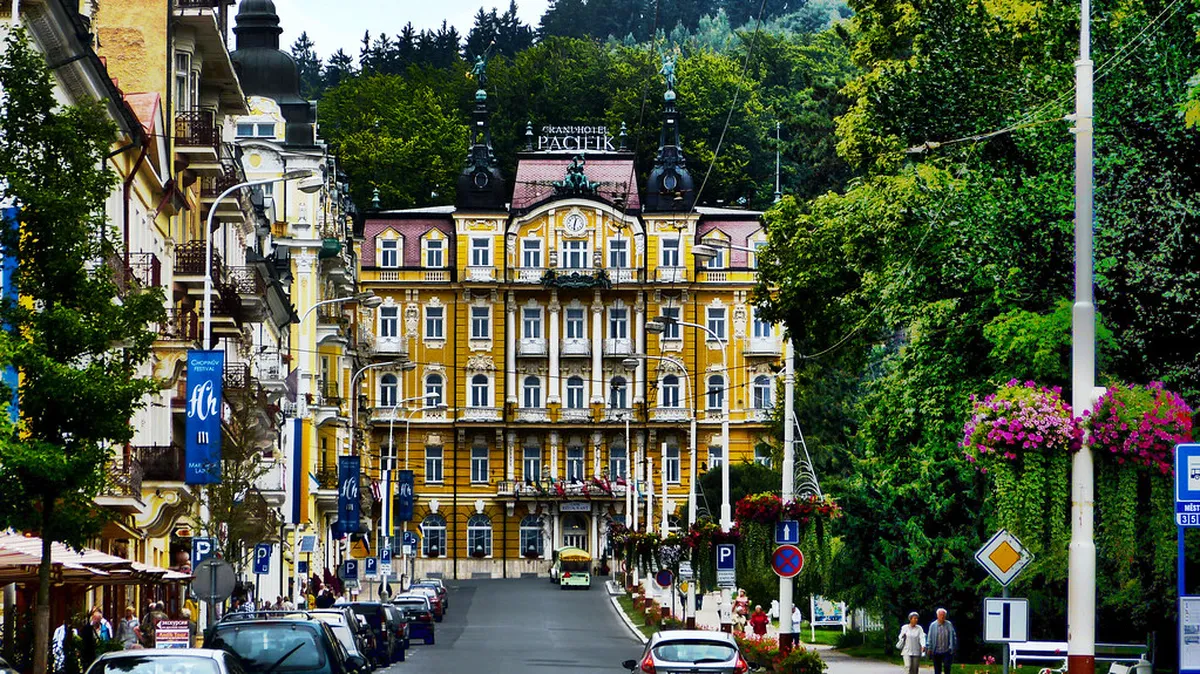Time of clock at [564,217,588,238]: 12:32
